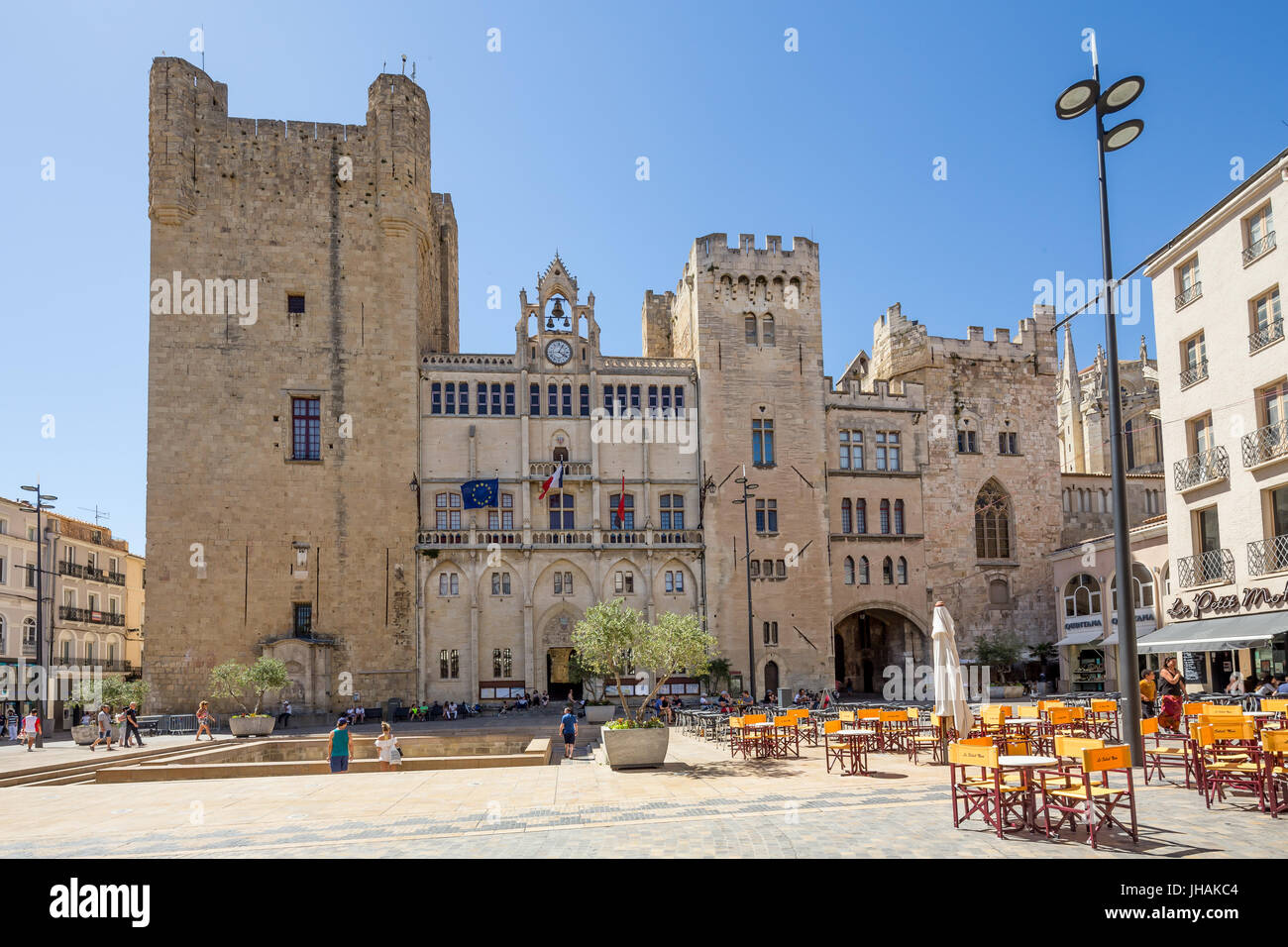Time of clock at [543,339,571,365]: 4:04
